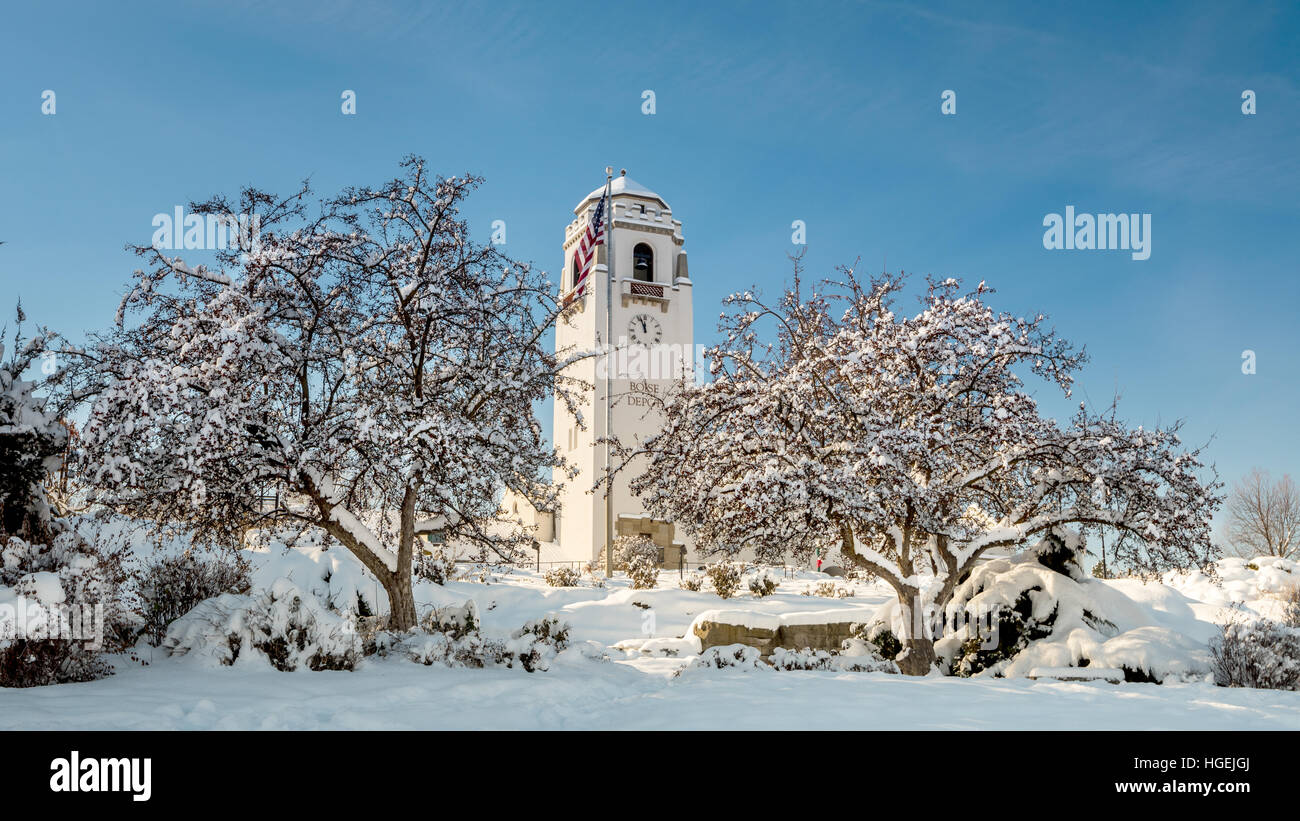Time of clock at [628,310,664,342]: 11:56
